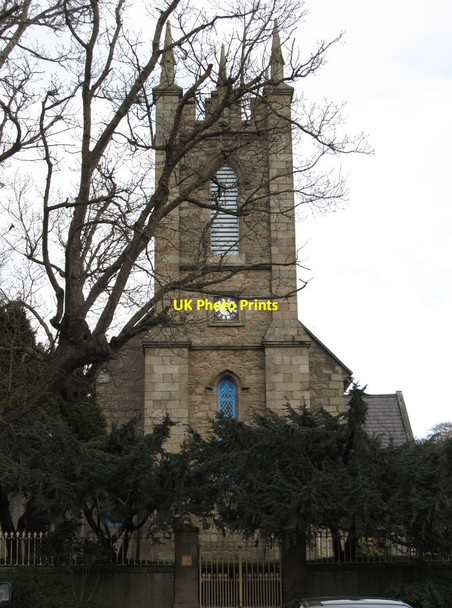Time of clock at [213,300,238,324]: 1:22
